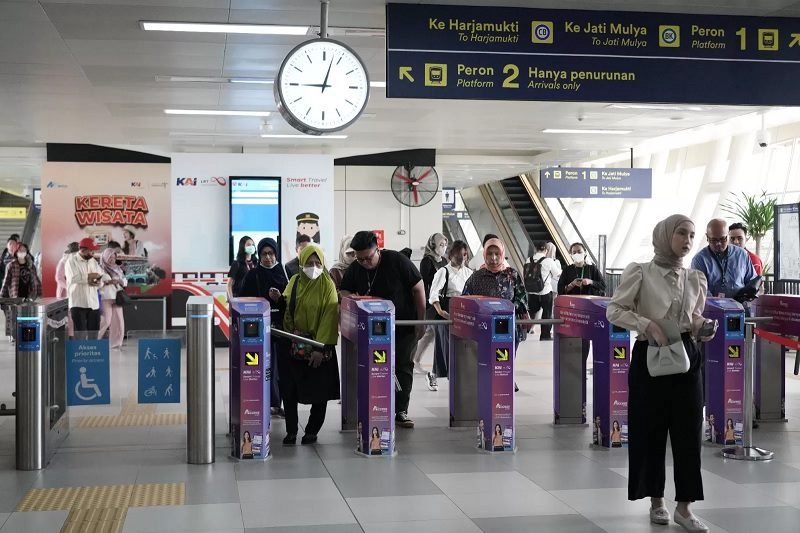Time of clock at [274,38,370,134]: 9:02
